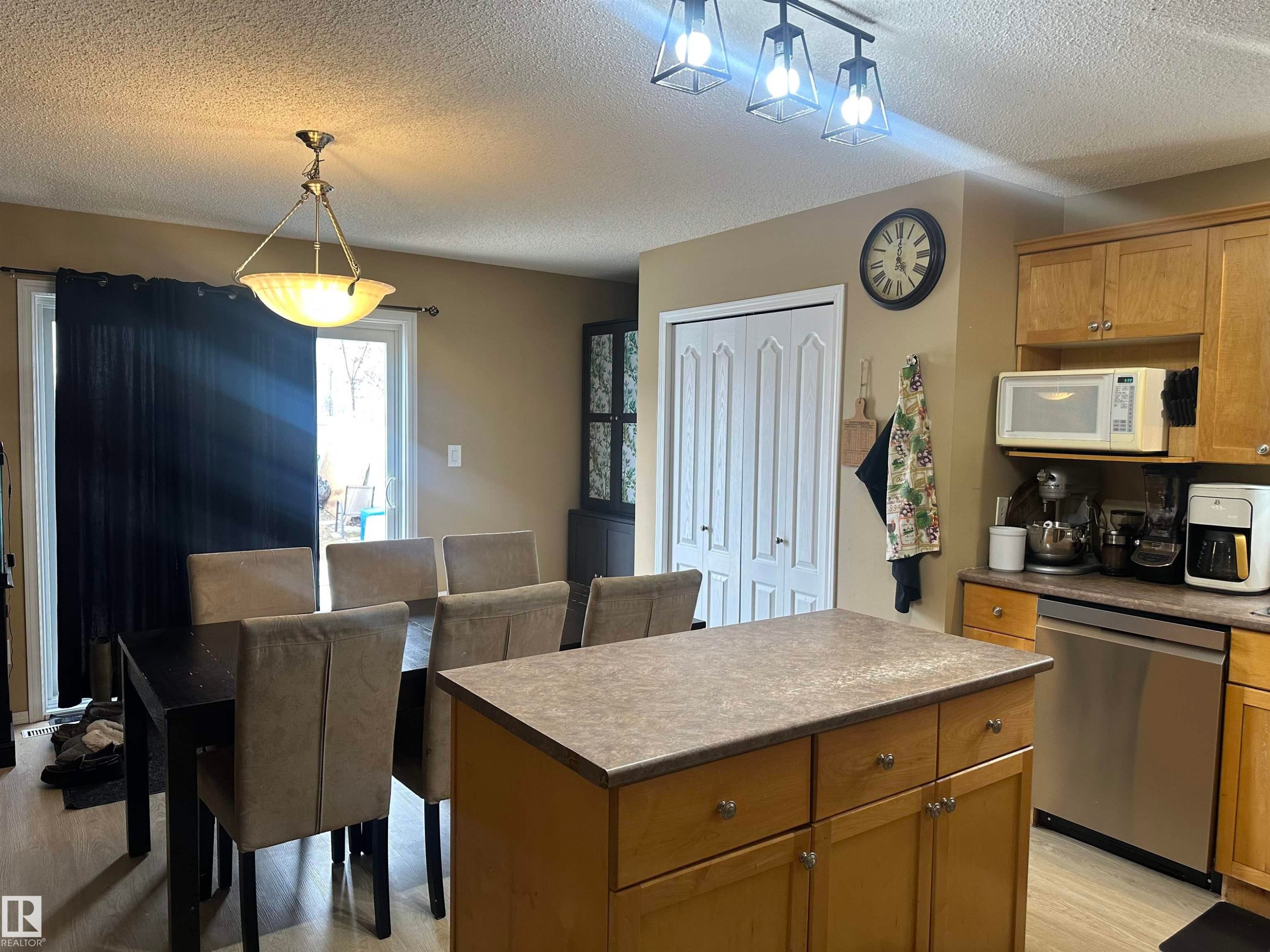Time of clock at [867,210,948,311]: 5:01
